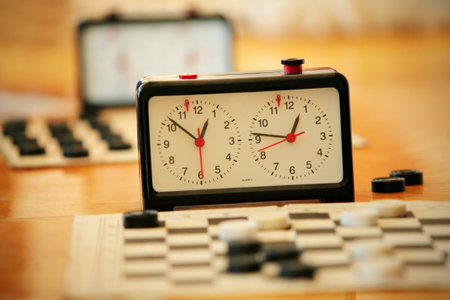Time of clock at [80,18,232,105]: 12:51
